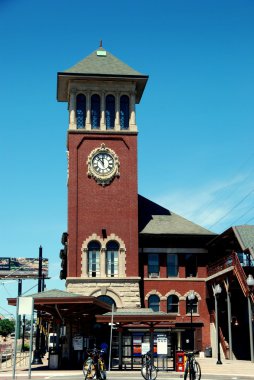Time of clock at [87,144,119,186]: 11:52
